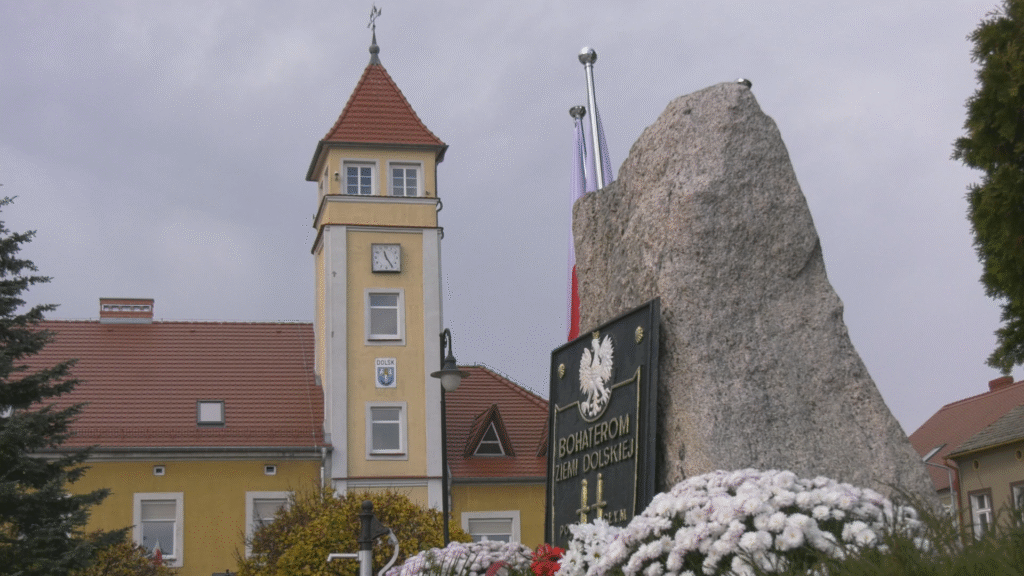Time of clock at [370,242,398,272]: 11:24
